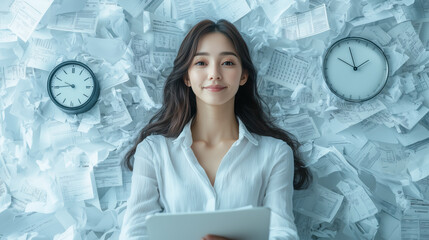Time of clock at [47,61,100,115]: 9:44
